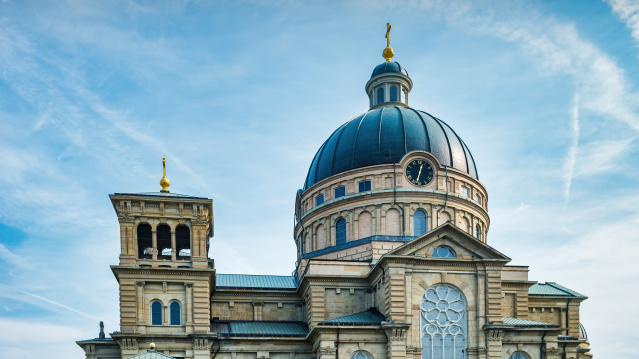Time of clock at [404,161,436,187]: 12:32
